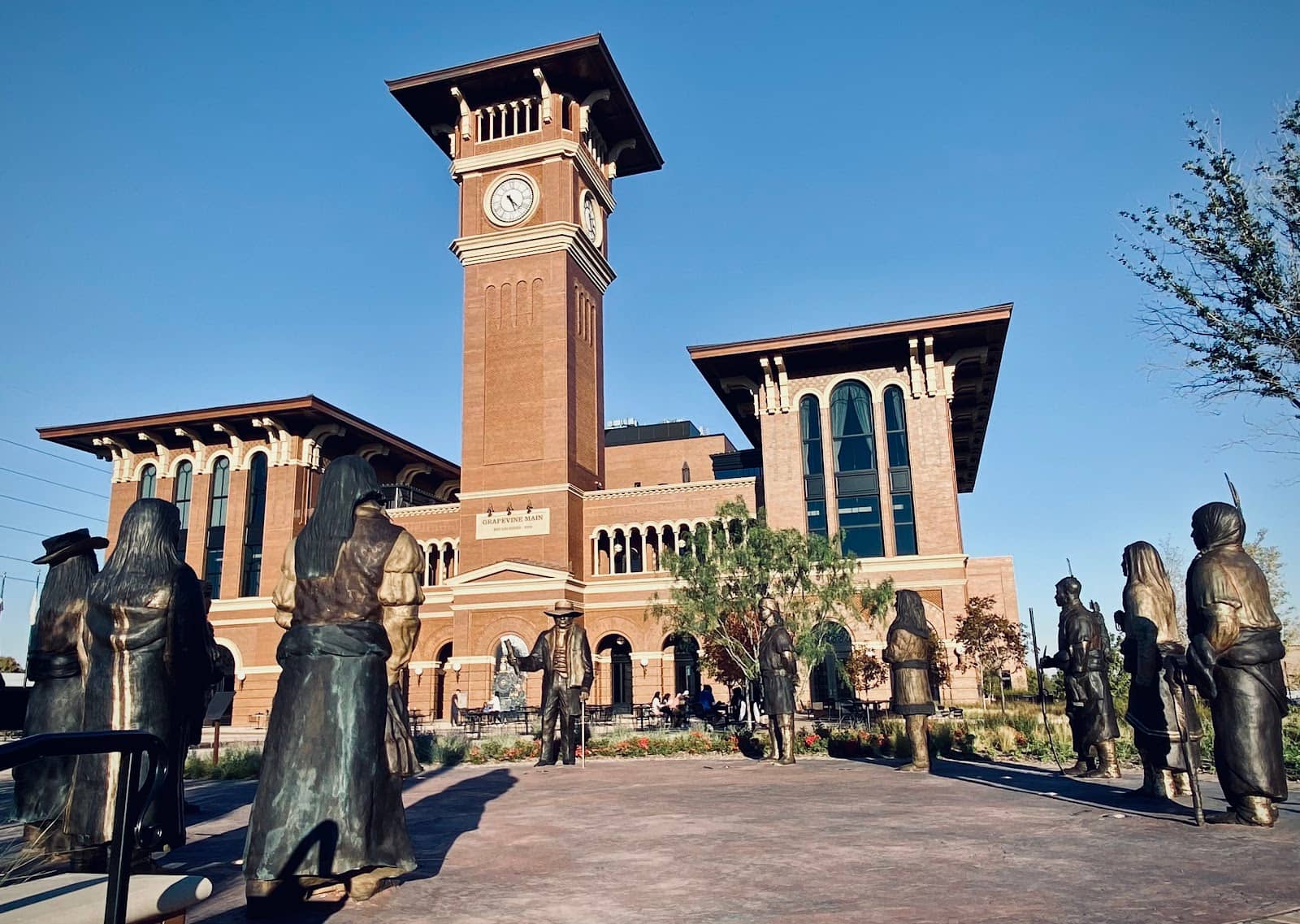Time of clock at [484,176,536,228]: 4:26
